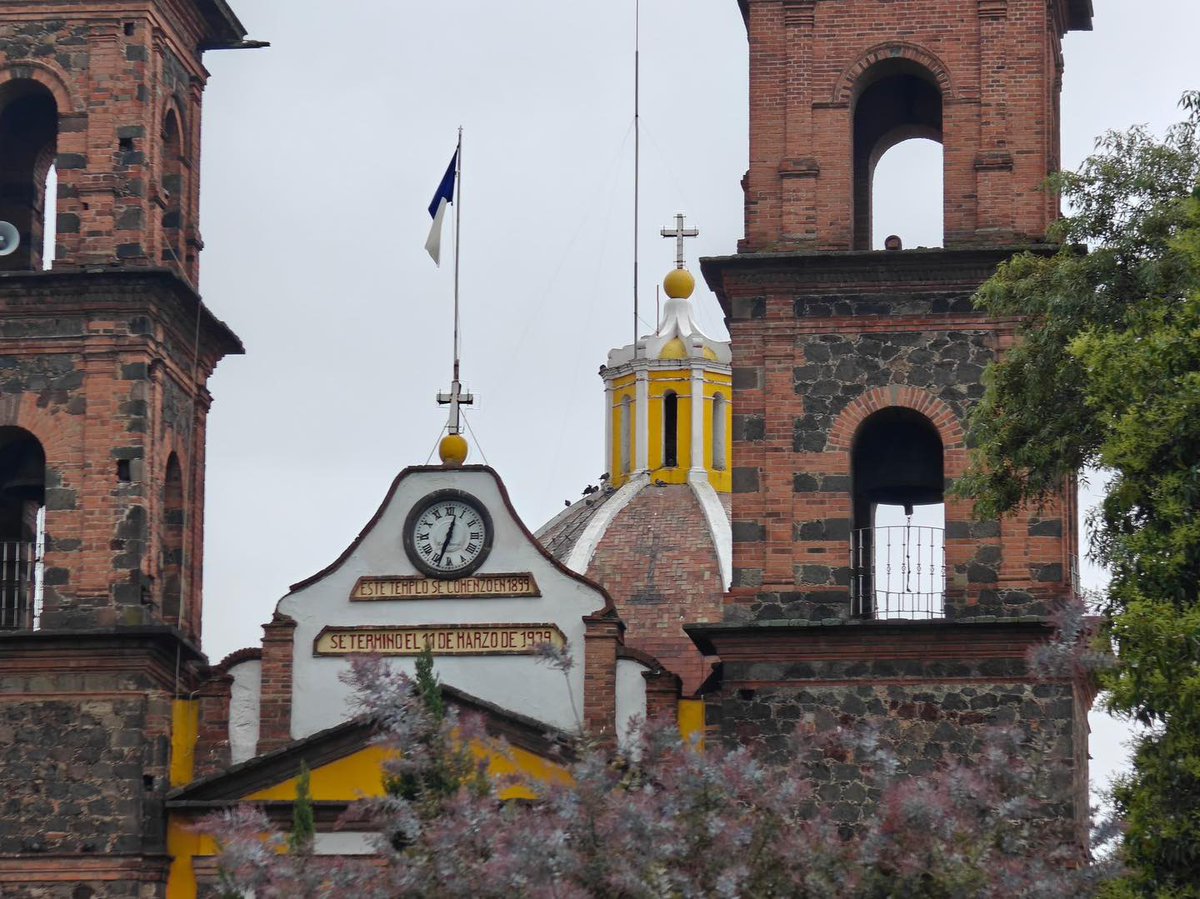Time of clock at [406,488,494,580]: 12:33
